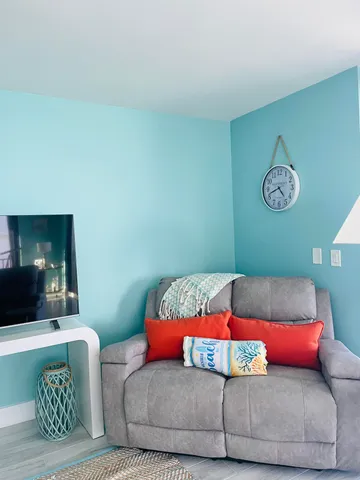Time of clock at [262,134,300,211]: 4:42
